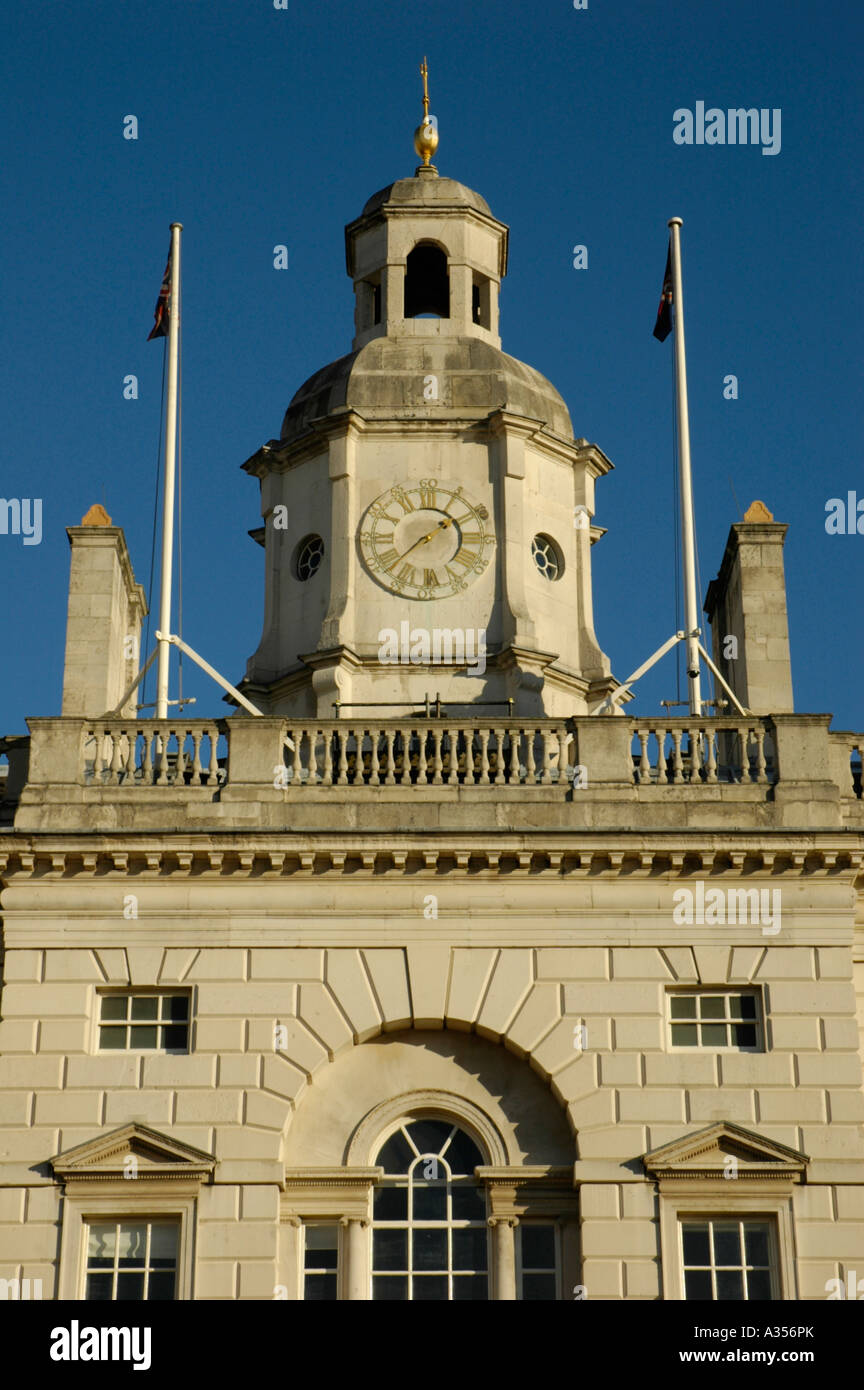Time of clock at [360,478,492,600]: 1:37
